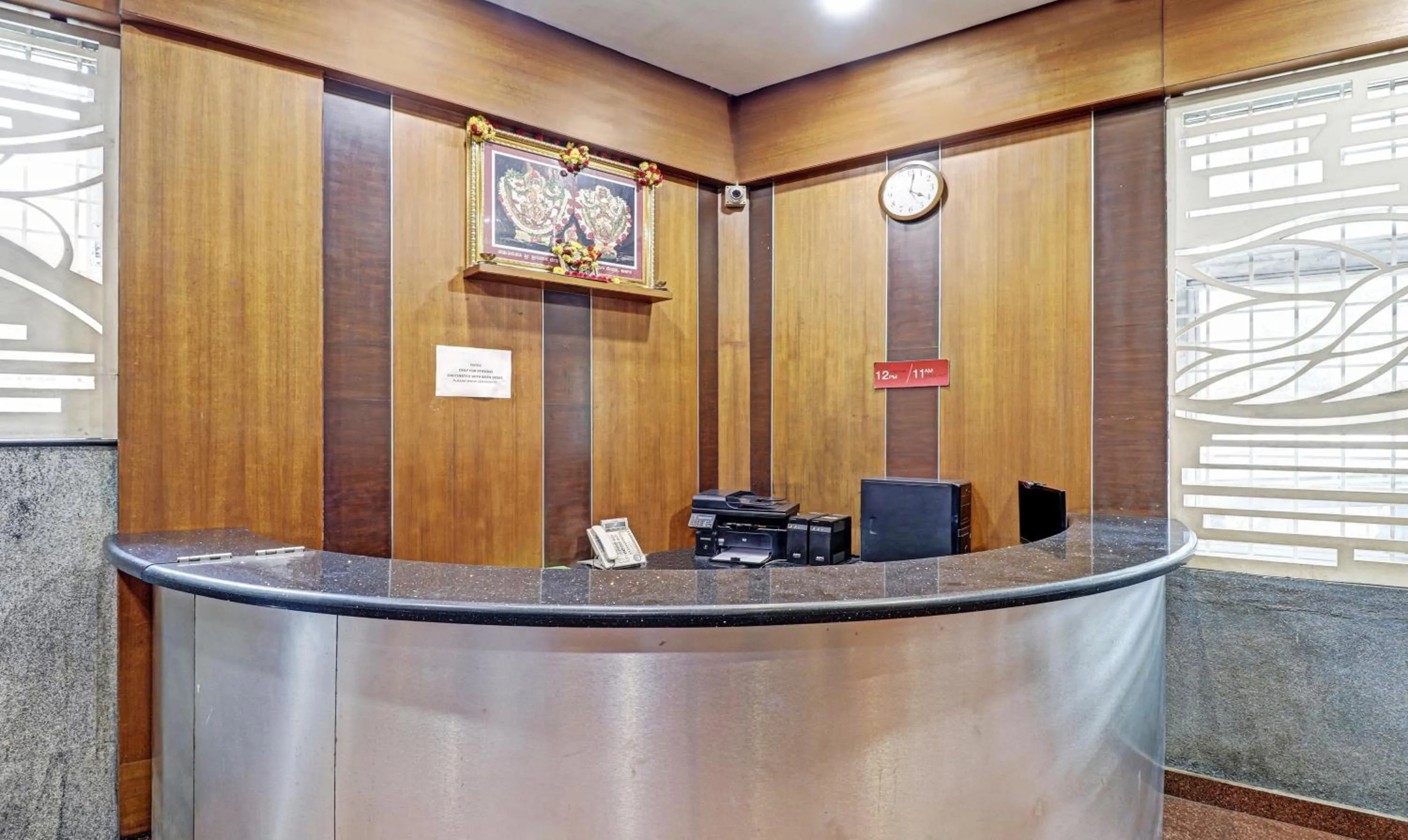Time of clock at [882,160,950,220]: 4:02
